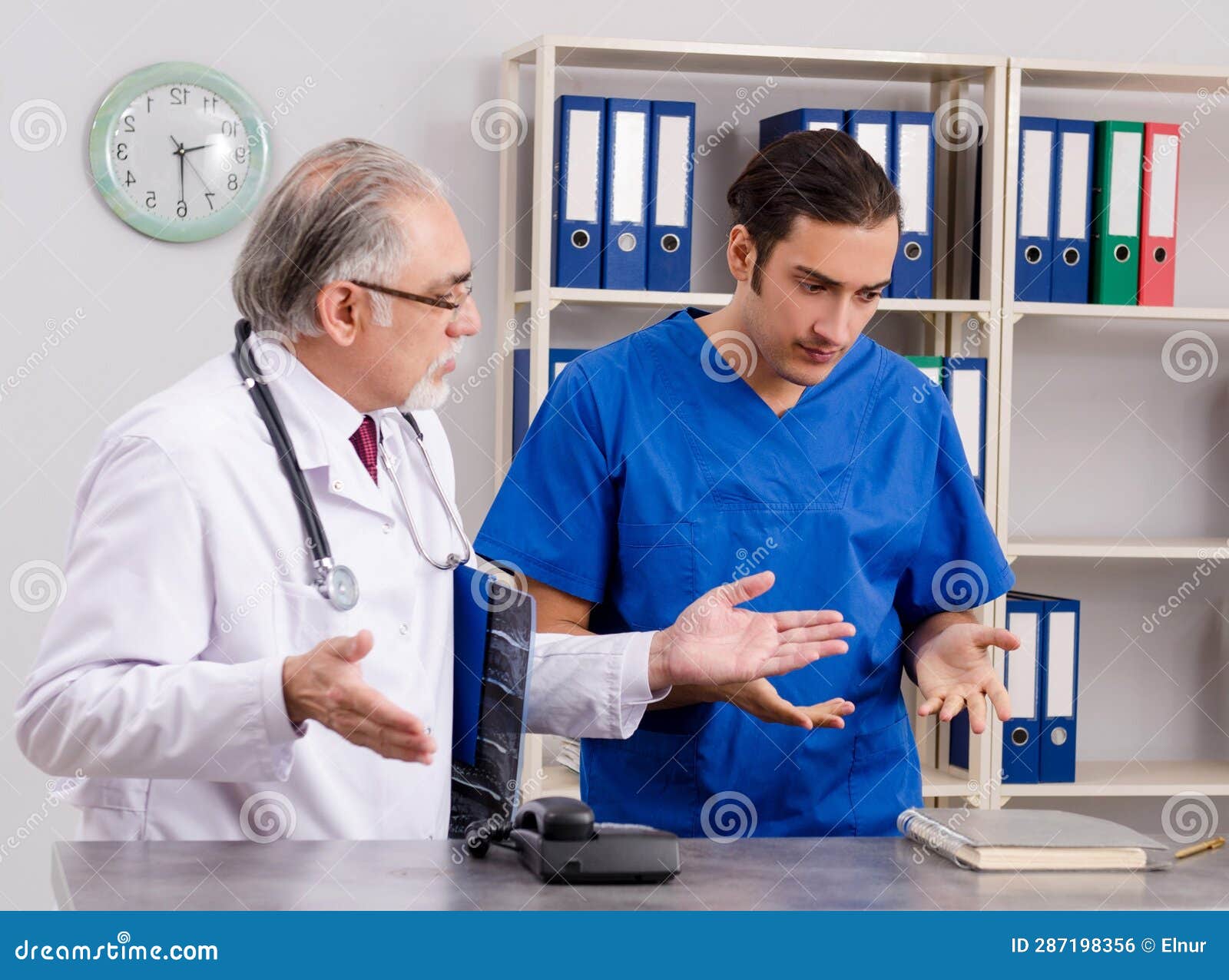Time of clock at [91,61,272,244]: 2:29
